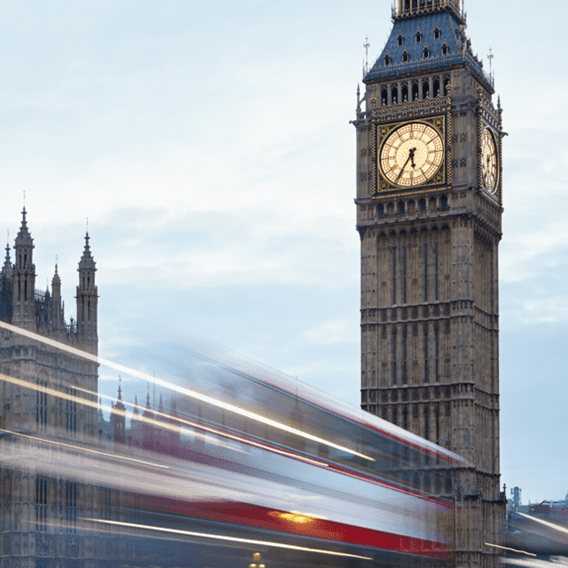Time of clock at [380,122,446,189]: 5:35
